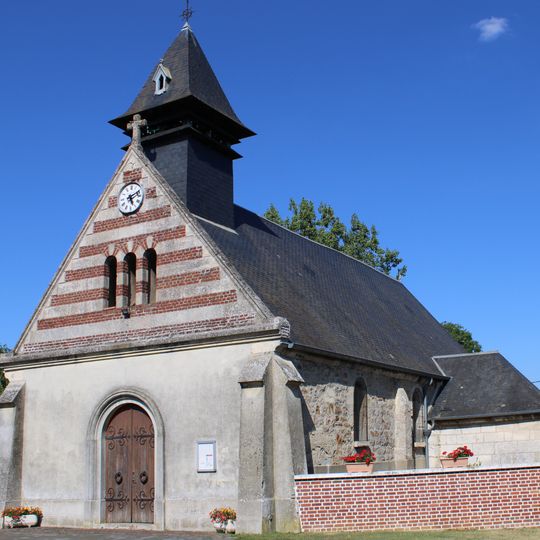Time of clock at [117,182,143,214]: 5:11
